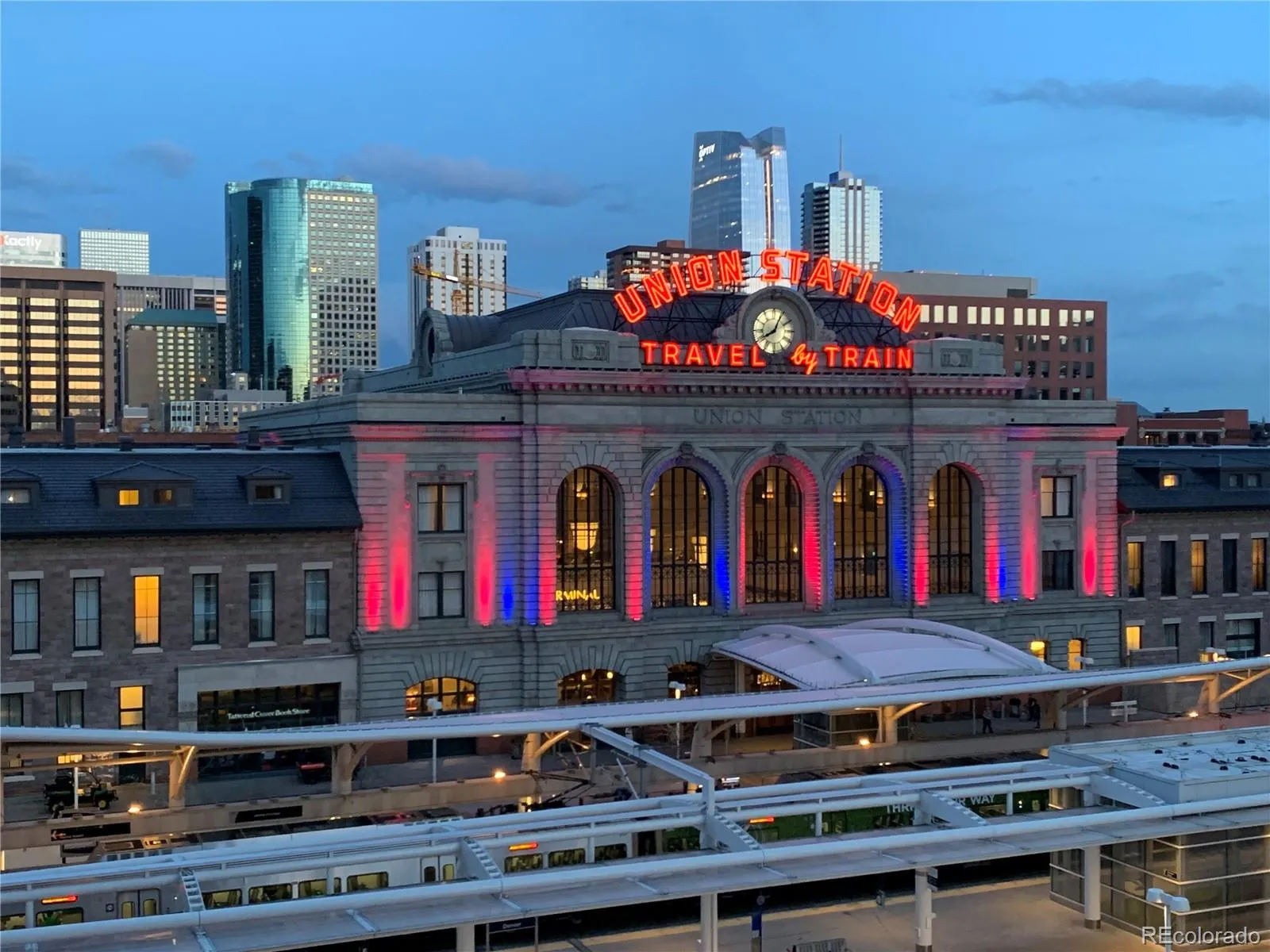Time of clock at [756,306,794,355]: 8:04
